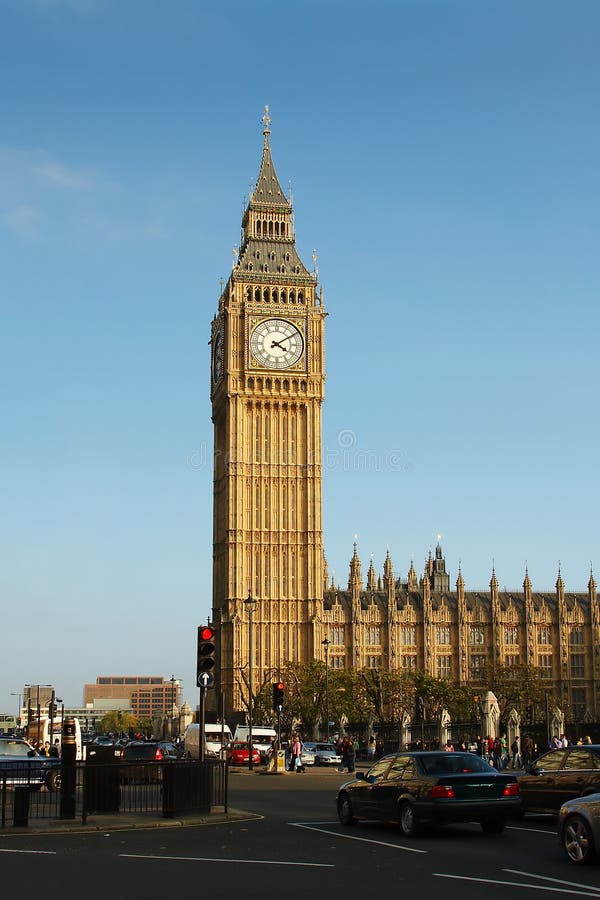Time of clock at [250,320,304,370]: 4:09
